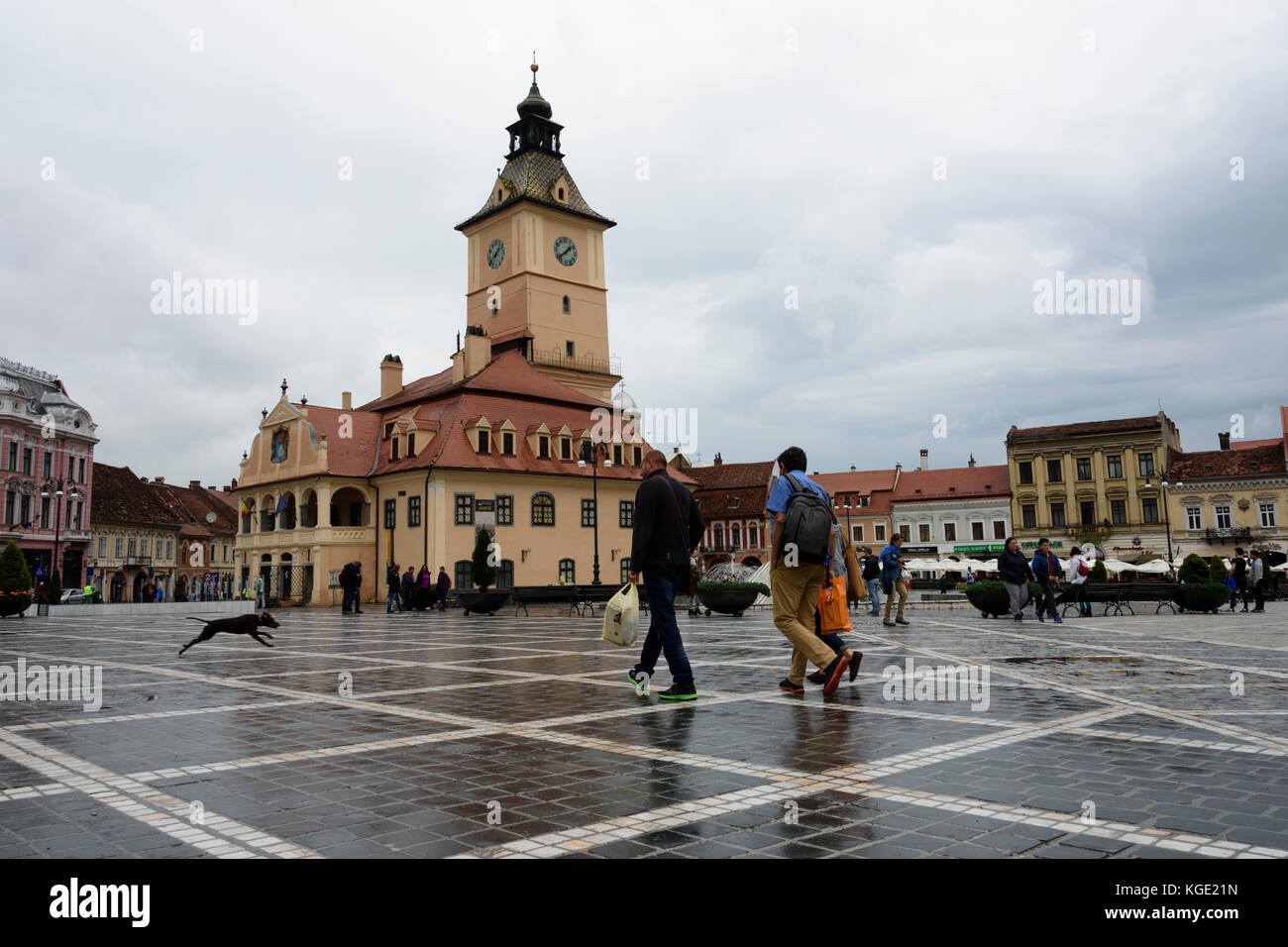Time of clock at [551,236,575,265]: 1:38
